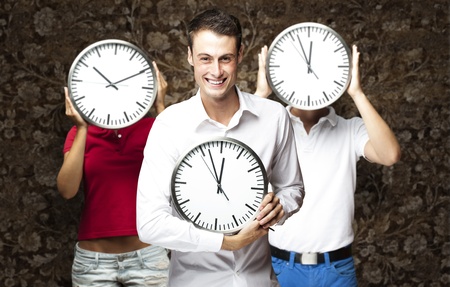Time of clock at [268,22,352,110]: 11:56
